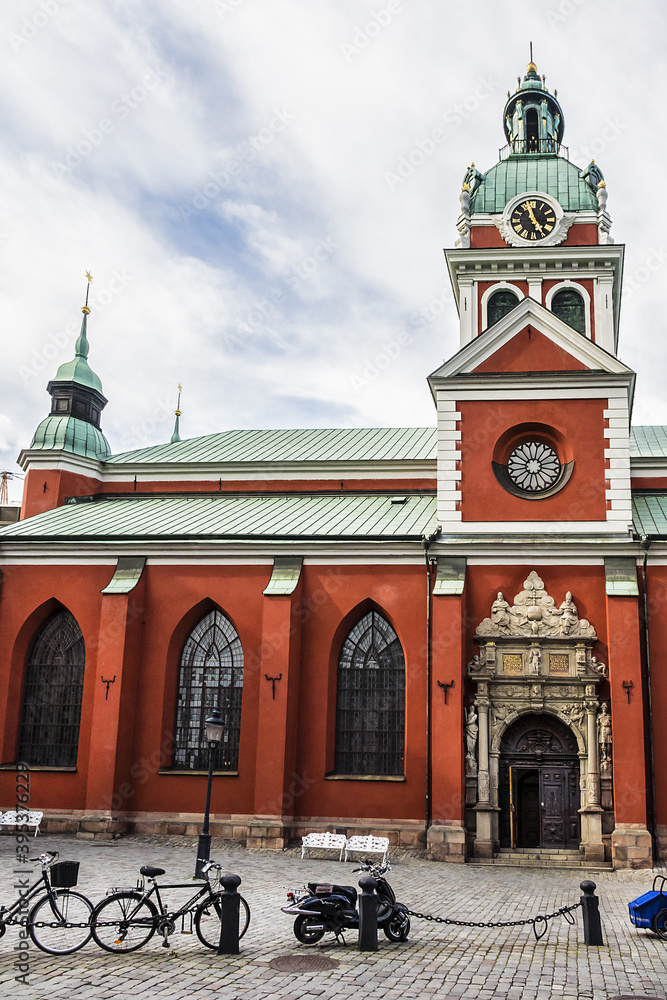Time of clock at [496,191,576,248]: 11:24
